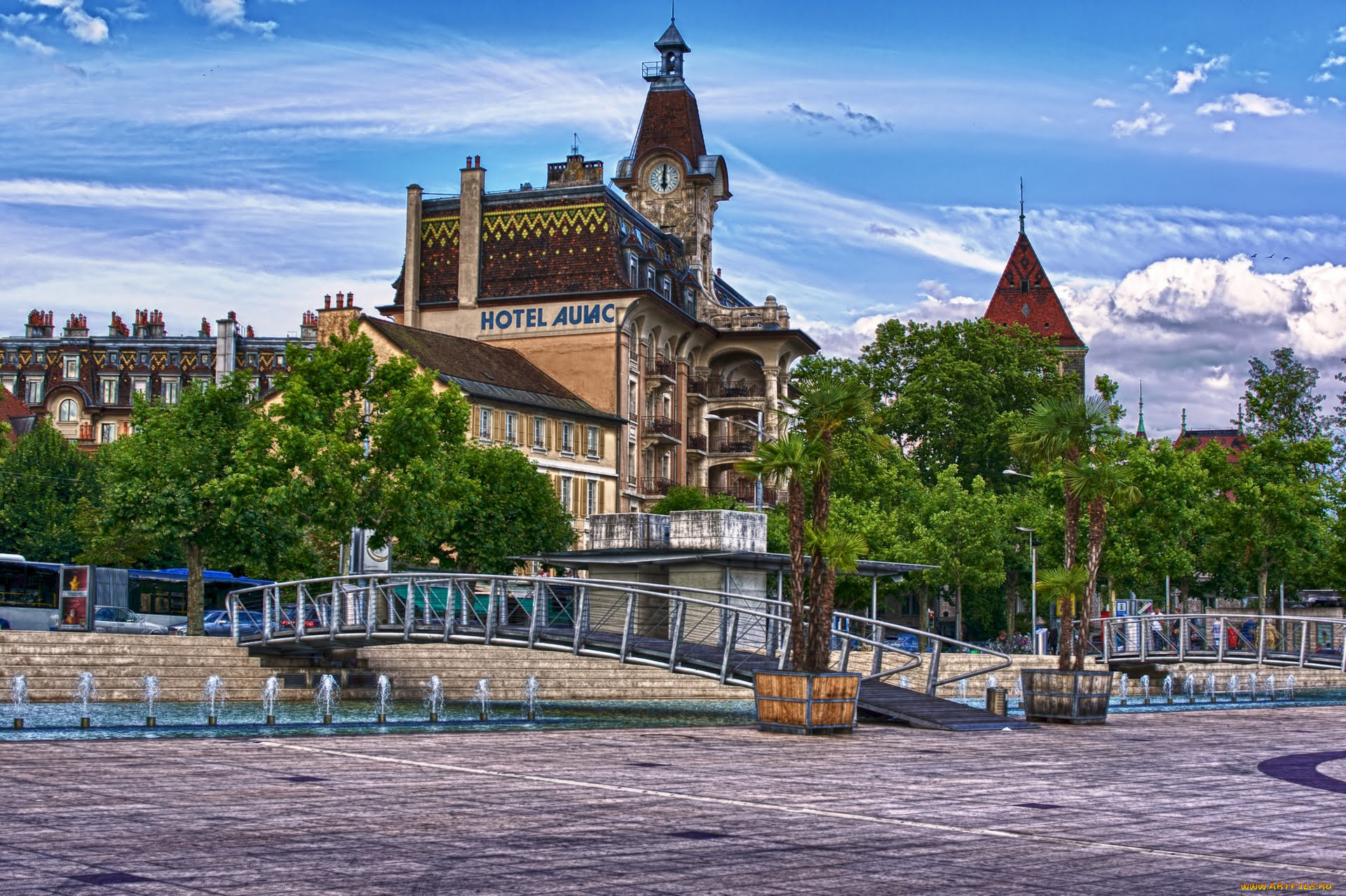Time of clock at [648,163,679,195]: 6:00
